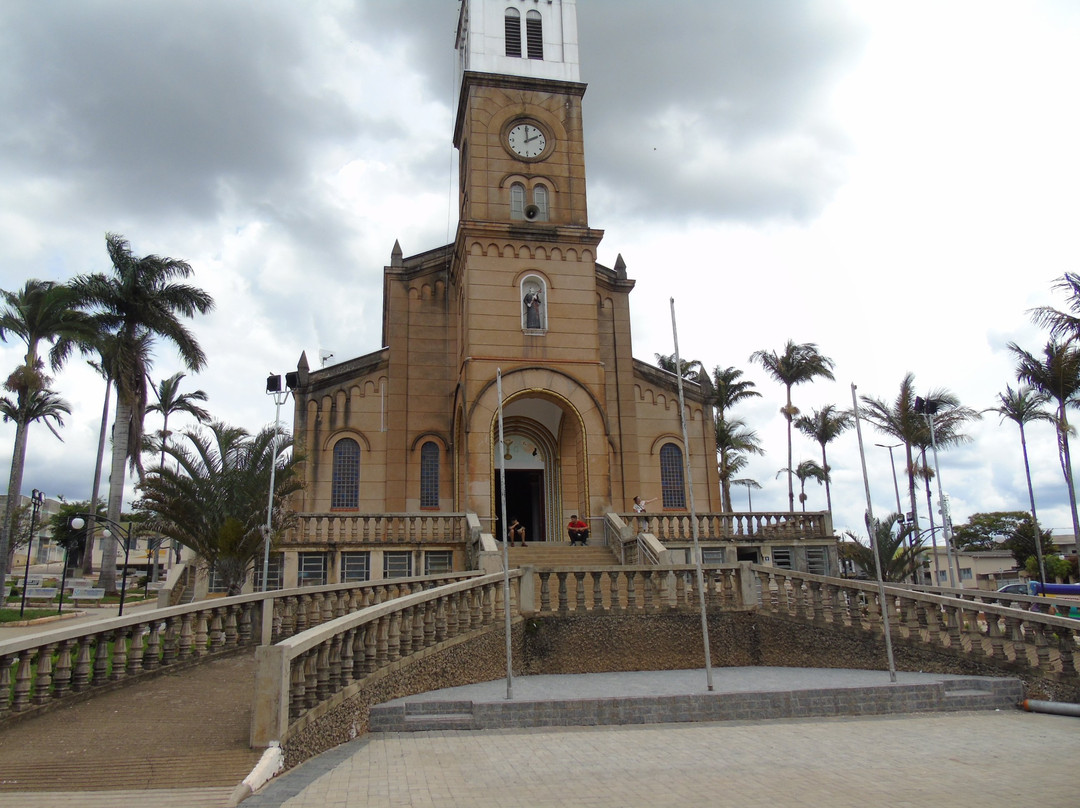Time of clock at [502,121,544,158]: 1:59
